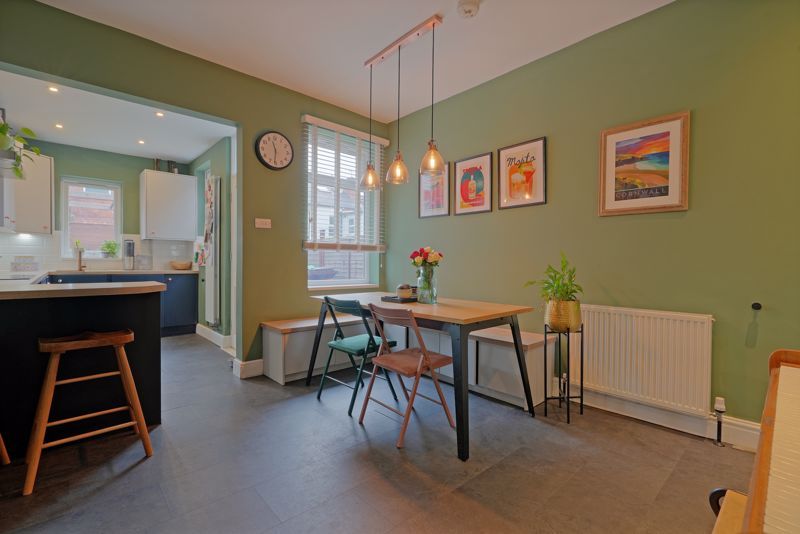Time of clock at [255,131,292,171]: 11:31
